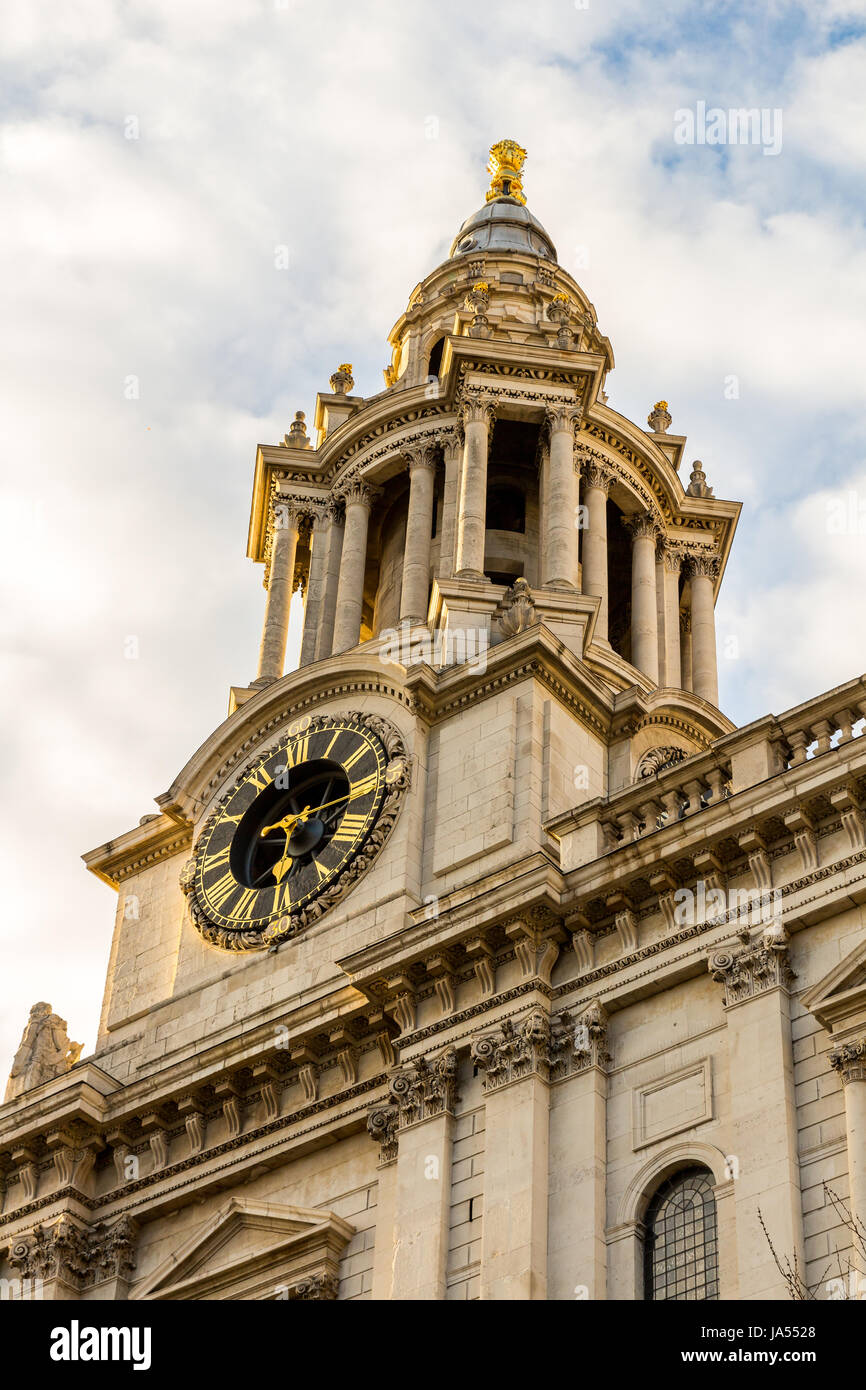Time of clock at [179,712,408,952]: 6:14
